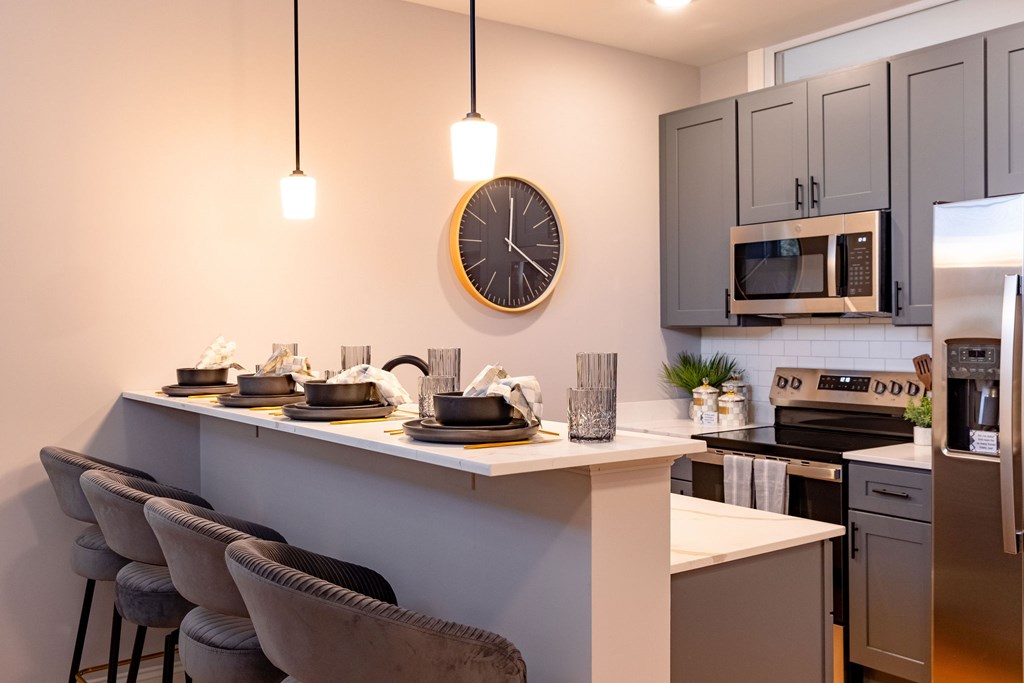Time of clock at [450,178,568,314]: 4:00
